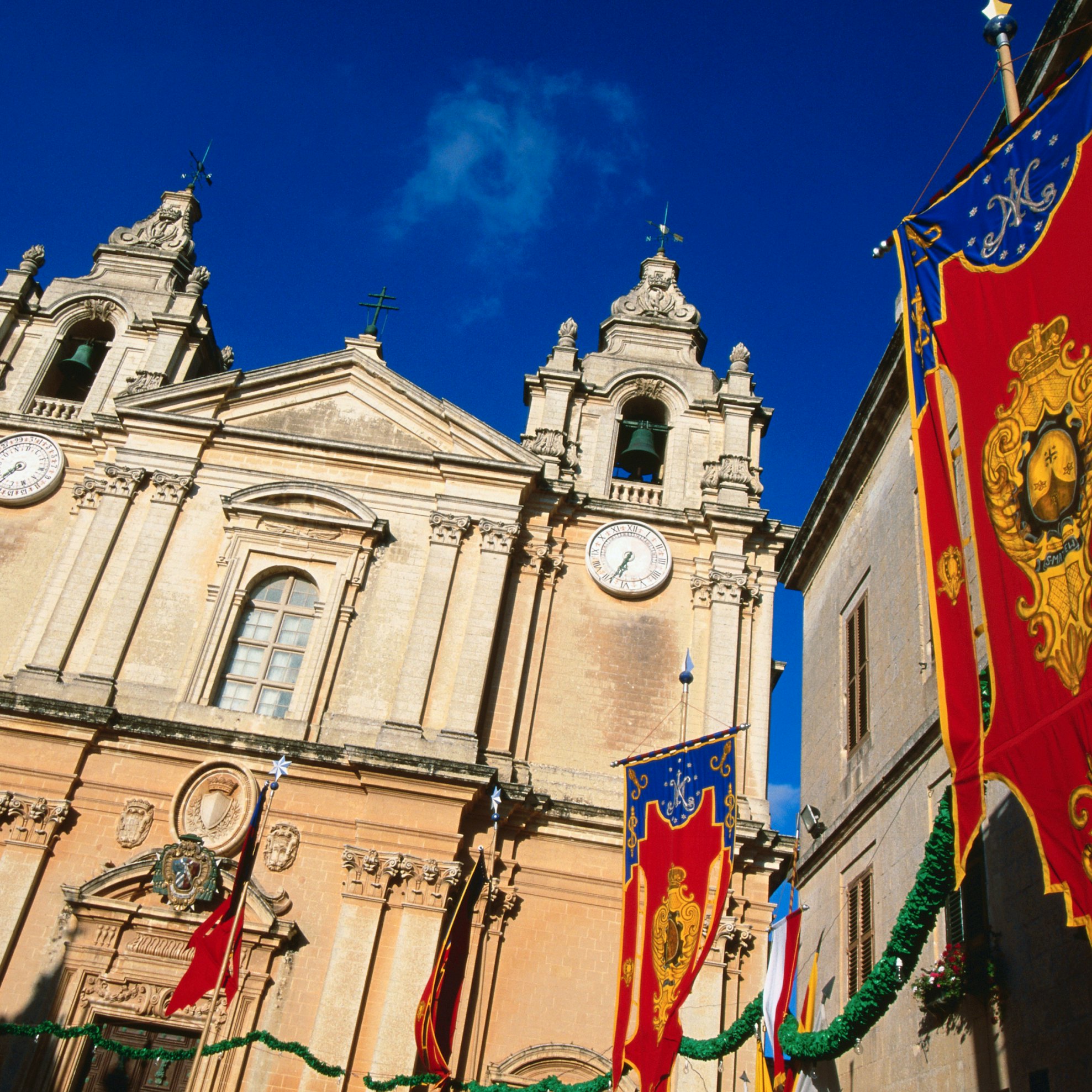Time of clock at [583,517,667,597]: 6:34
